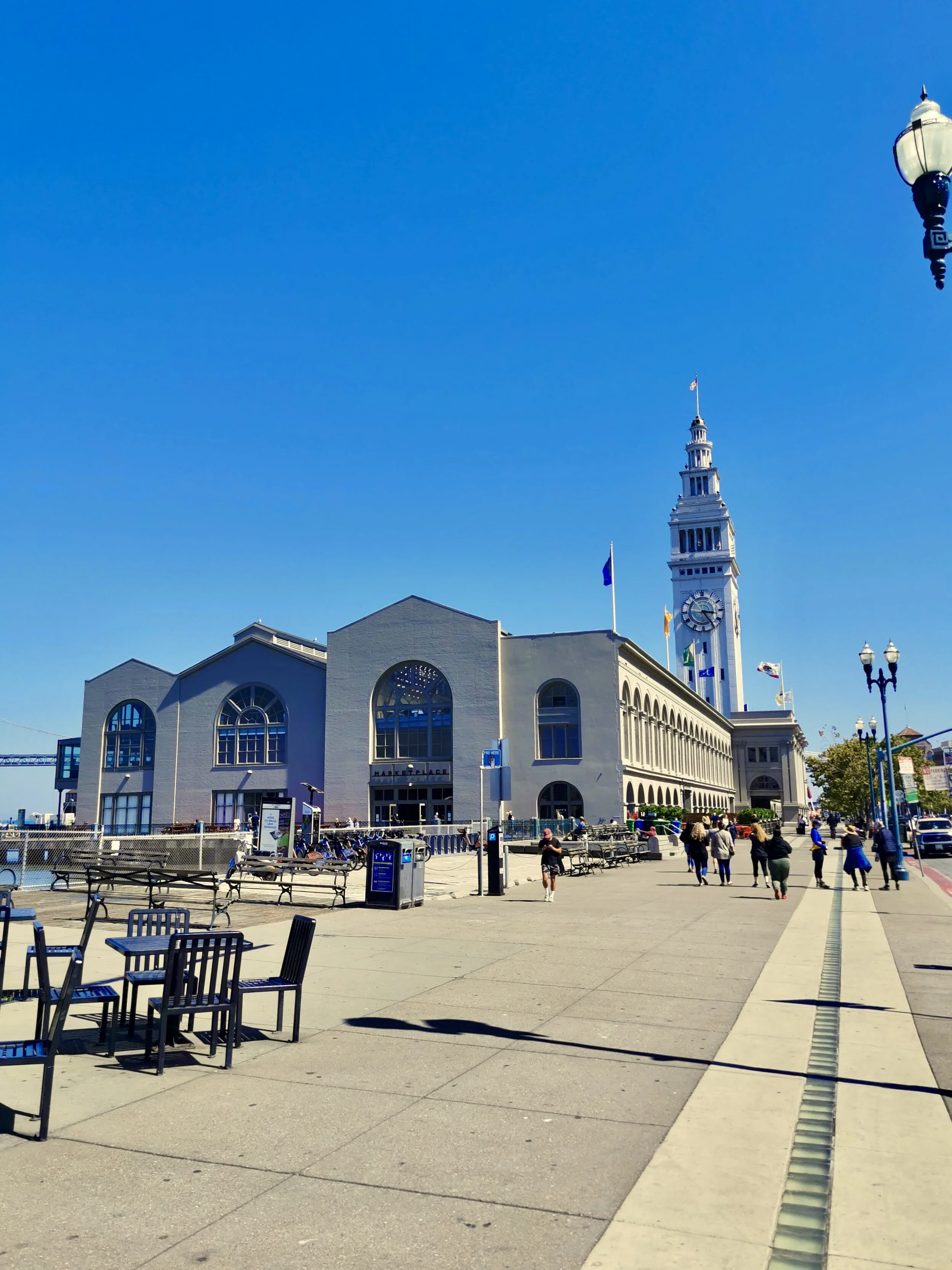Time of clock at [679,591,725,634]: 3:24
